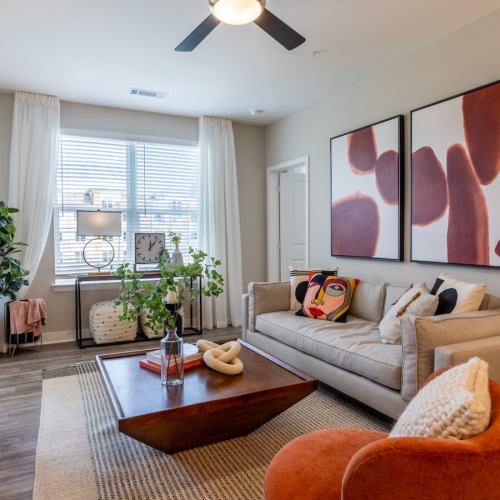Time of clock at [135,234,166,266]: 12:06
